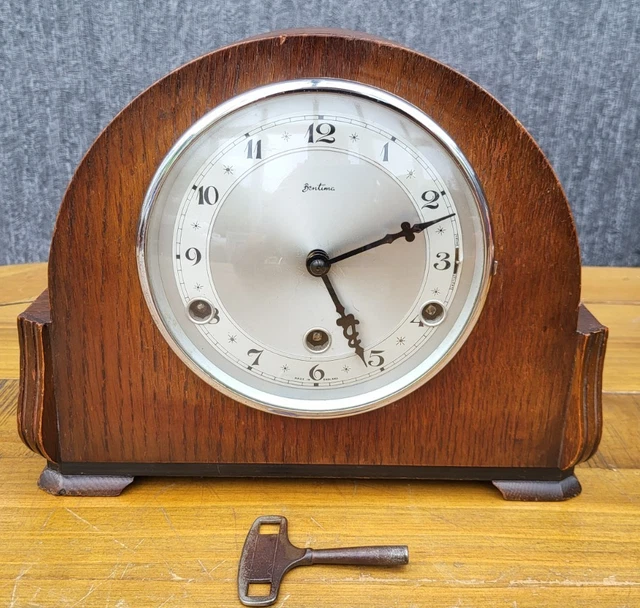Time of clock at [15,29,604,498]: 5:11
